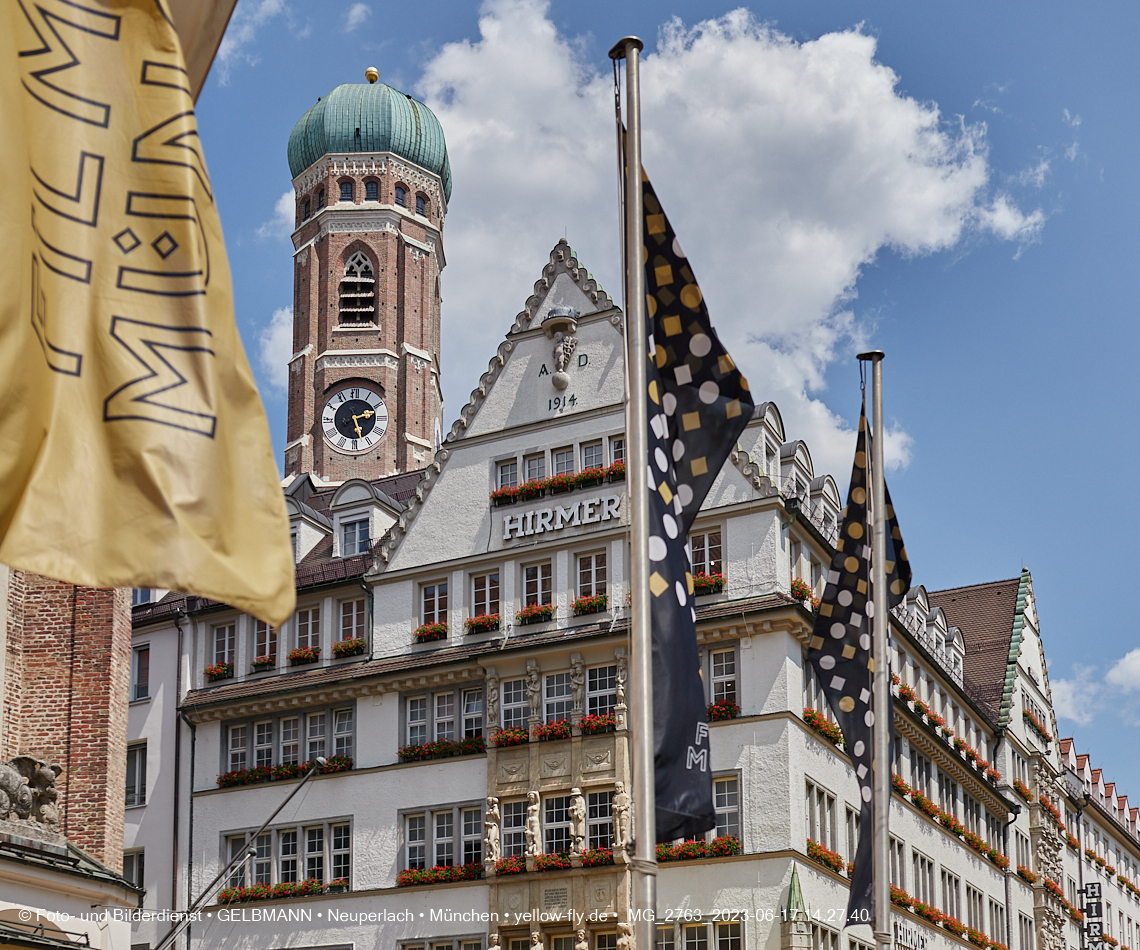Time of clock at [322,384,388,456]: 2:27
